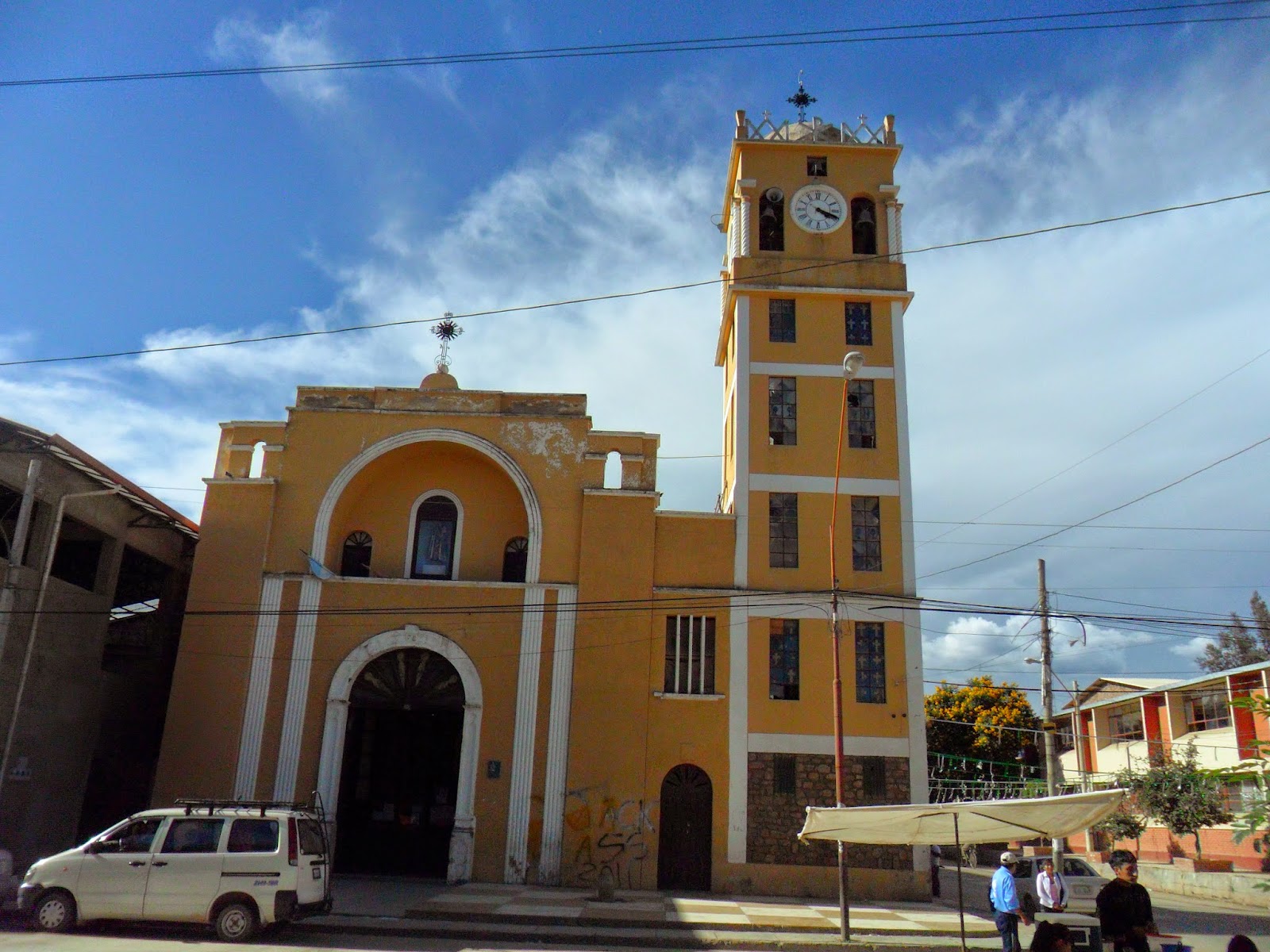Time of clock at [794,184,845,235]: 4:18
